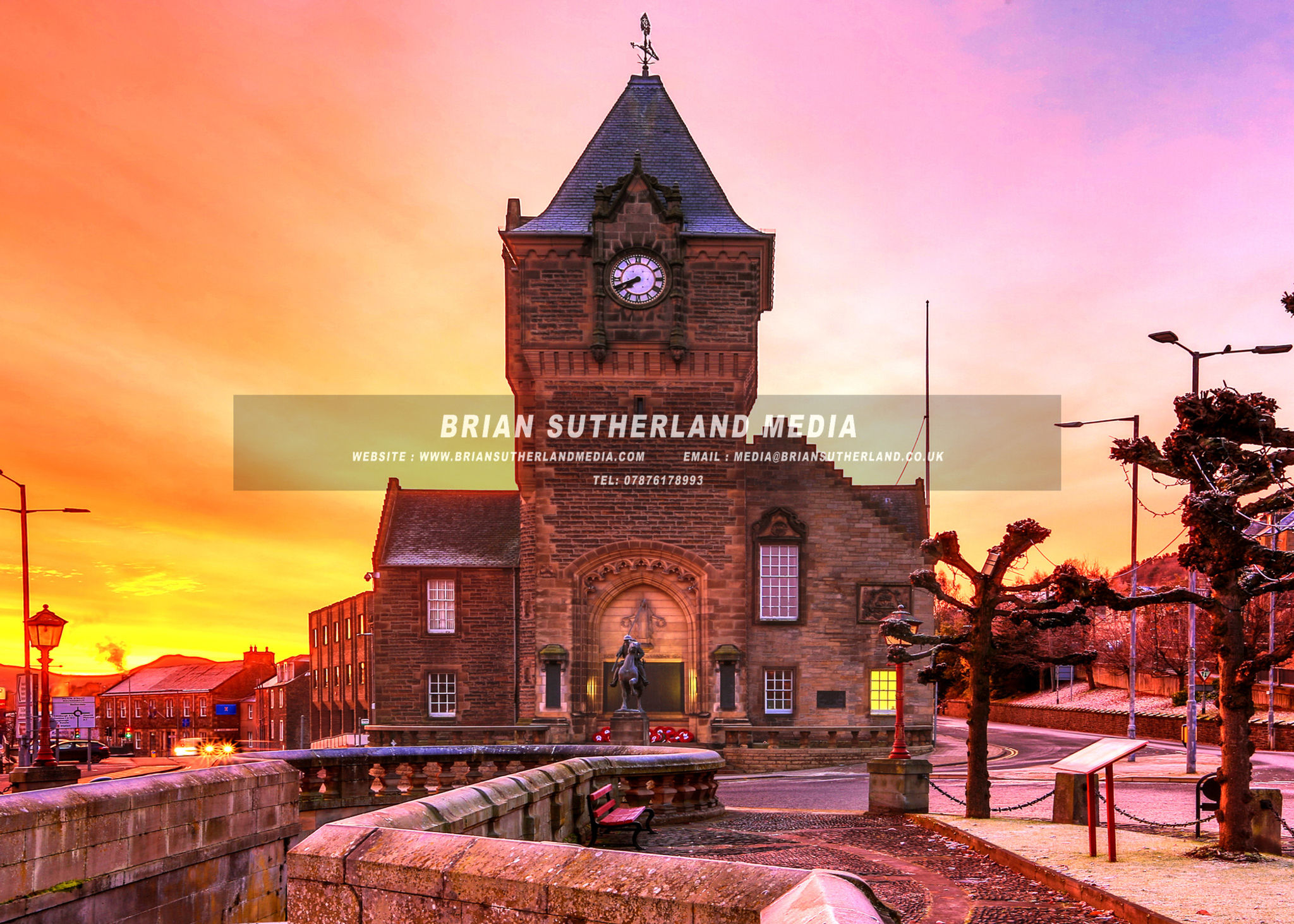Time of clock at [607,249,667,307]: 7:41
